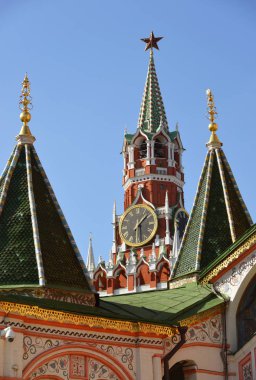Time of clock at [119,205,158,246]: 1:28
